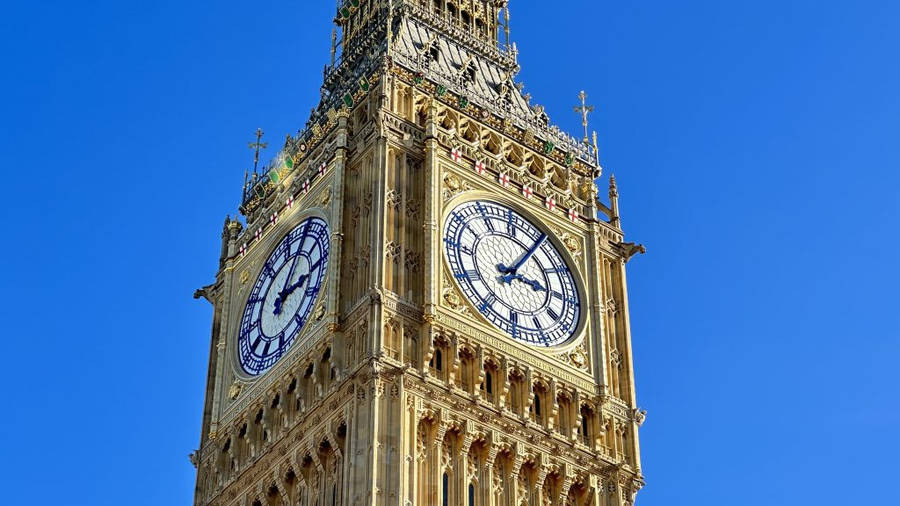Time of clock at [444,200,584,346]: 3:05
